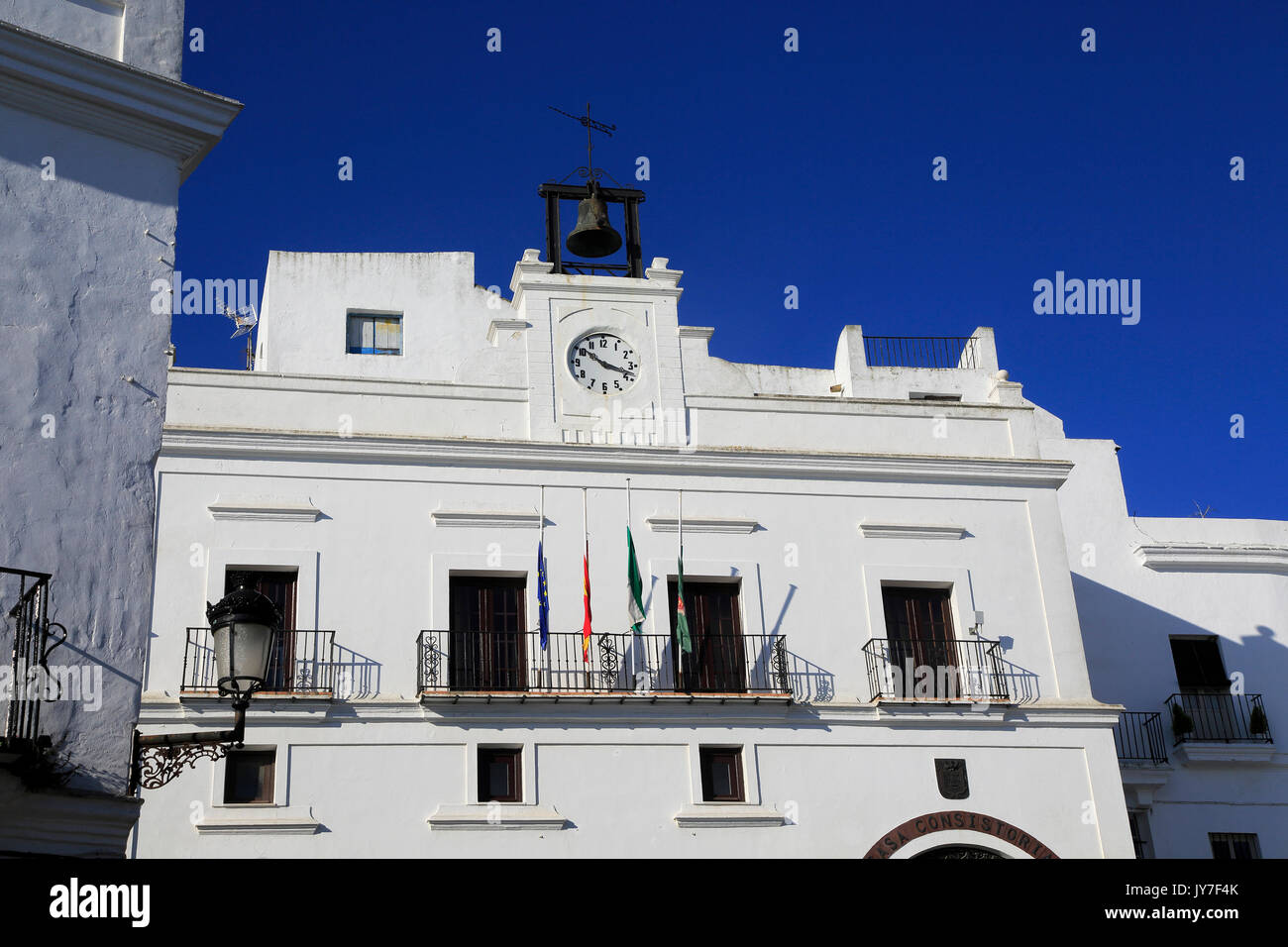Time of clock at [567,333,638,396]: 10:18
